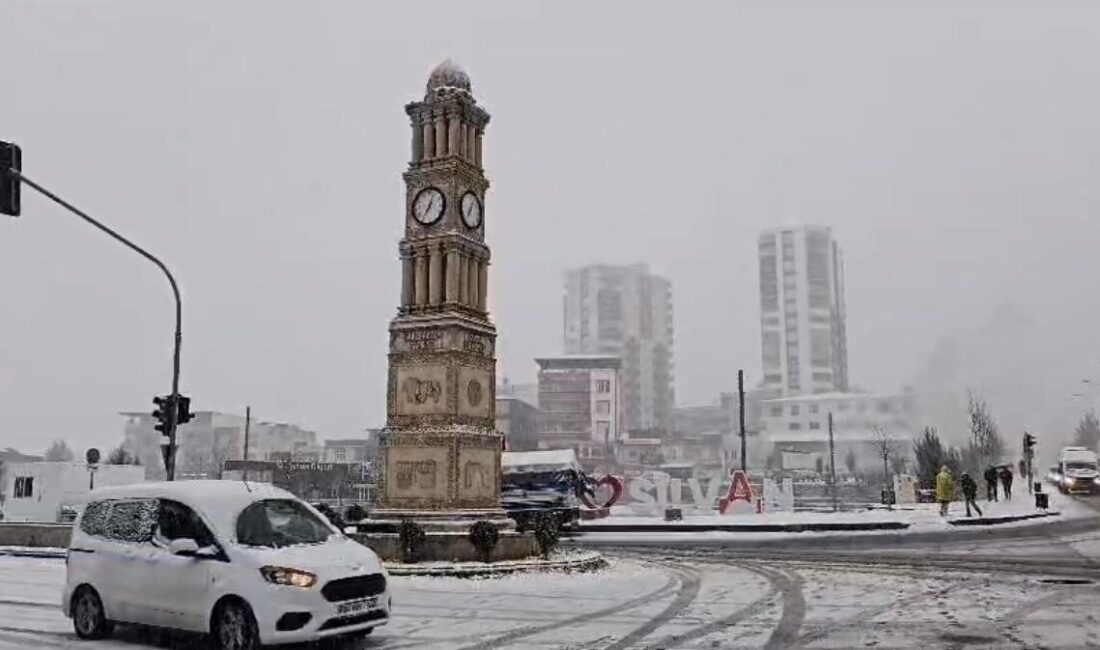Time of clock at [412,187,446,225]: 7:03
